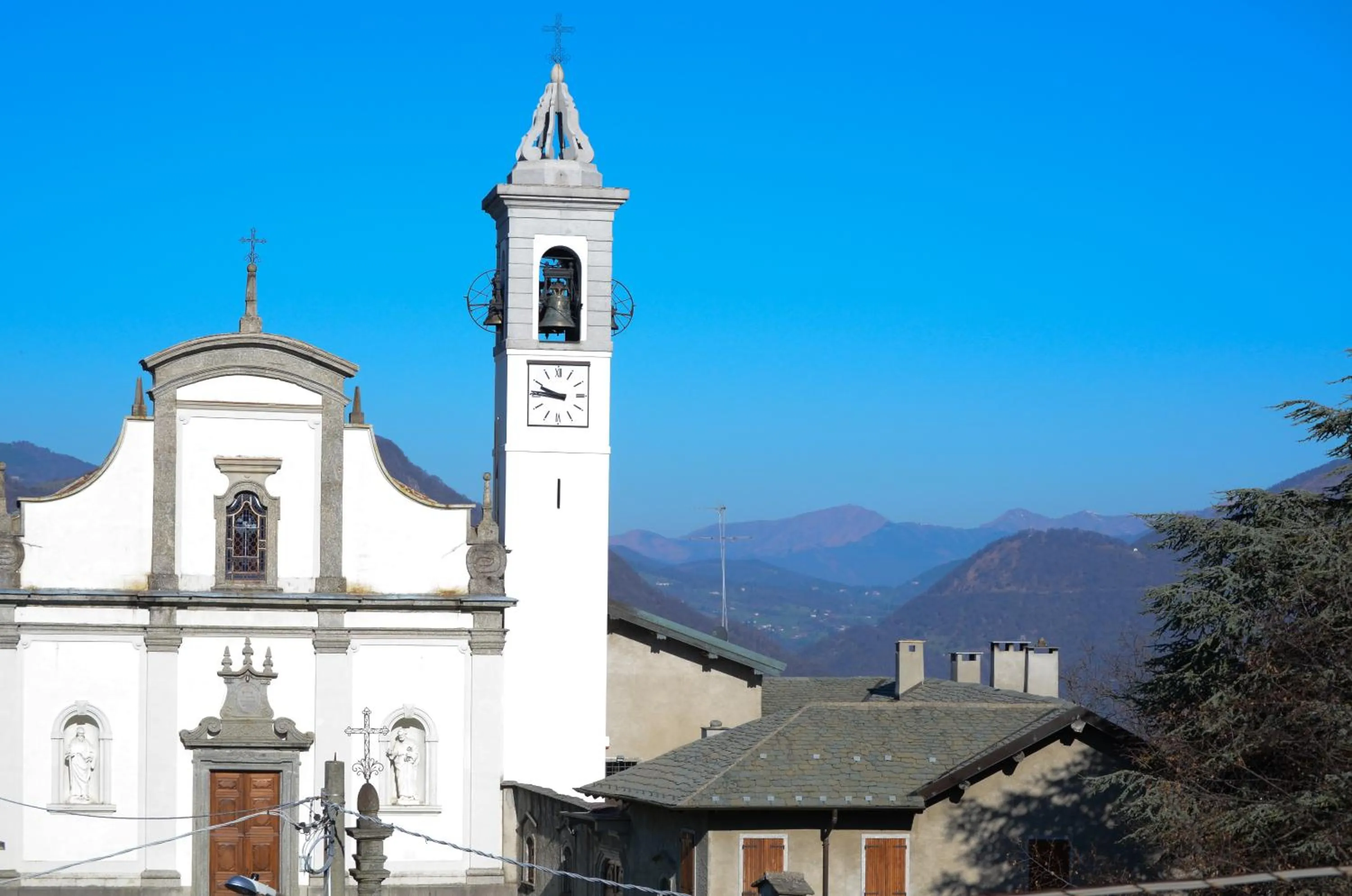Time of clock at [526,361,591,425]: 9:45
